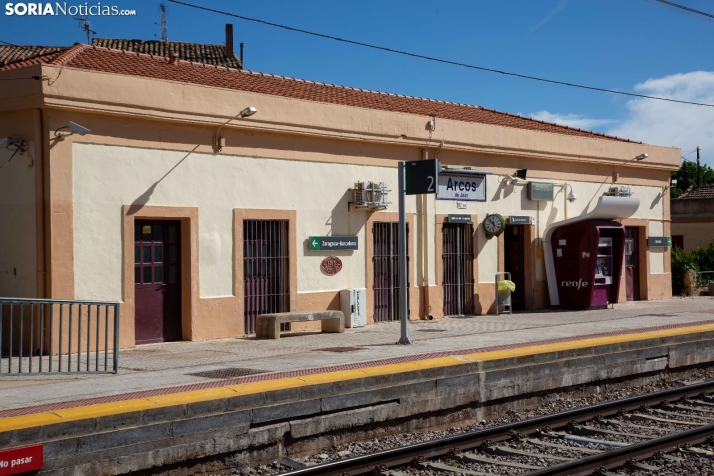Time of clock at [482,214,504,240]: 11:52
